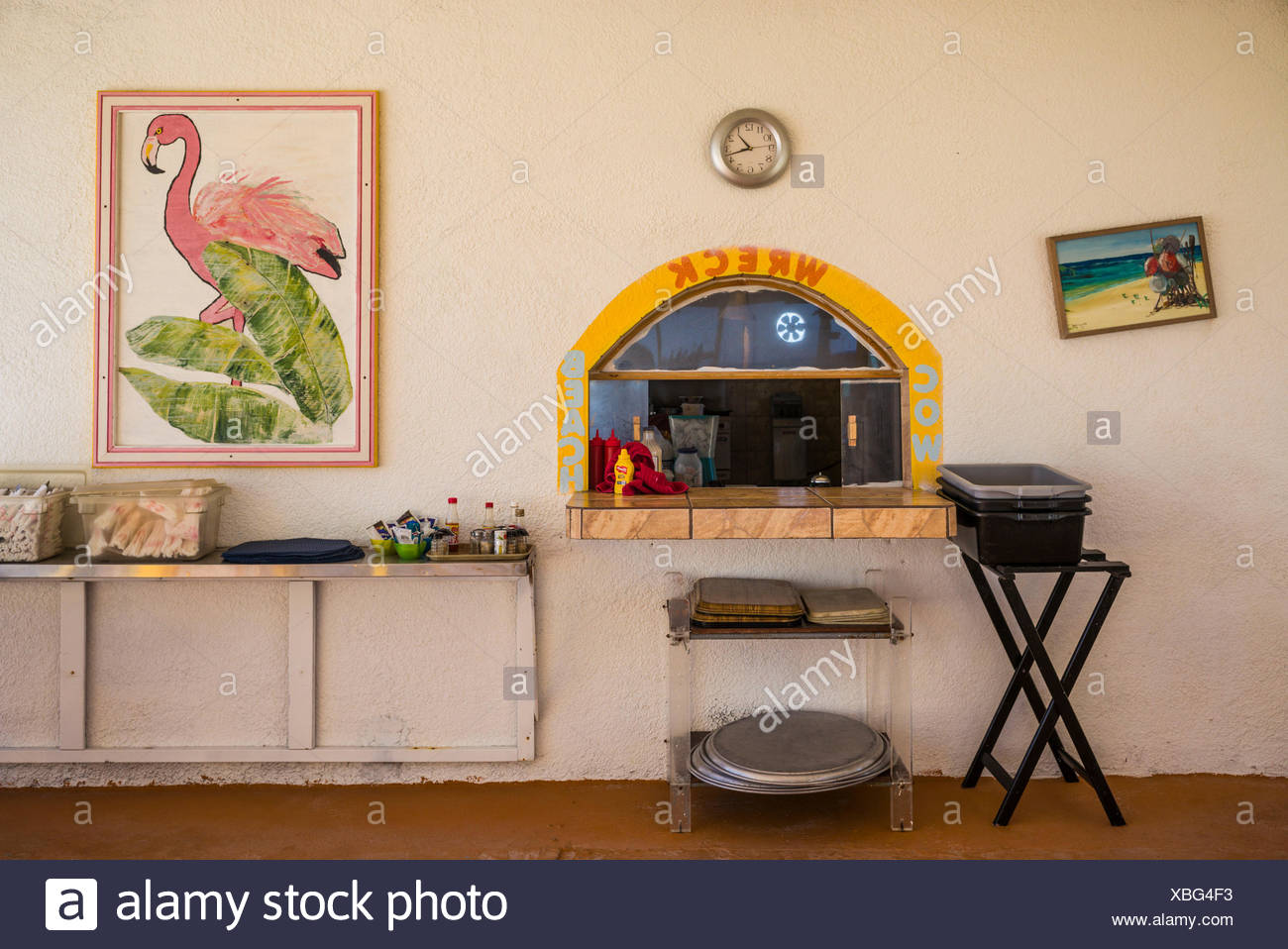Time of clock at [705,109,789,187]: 10:42
